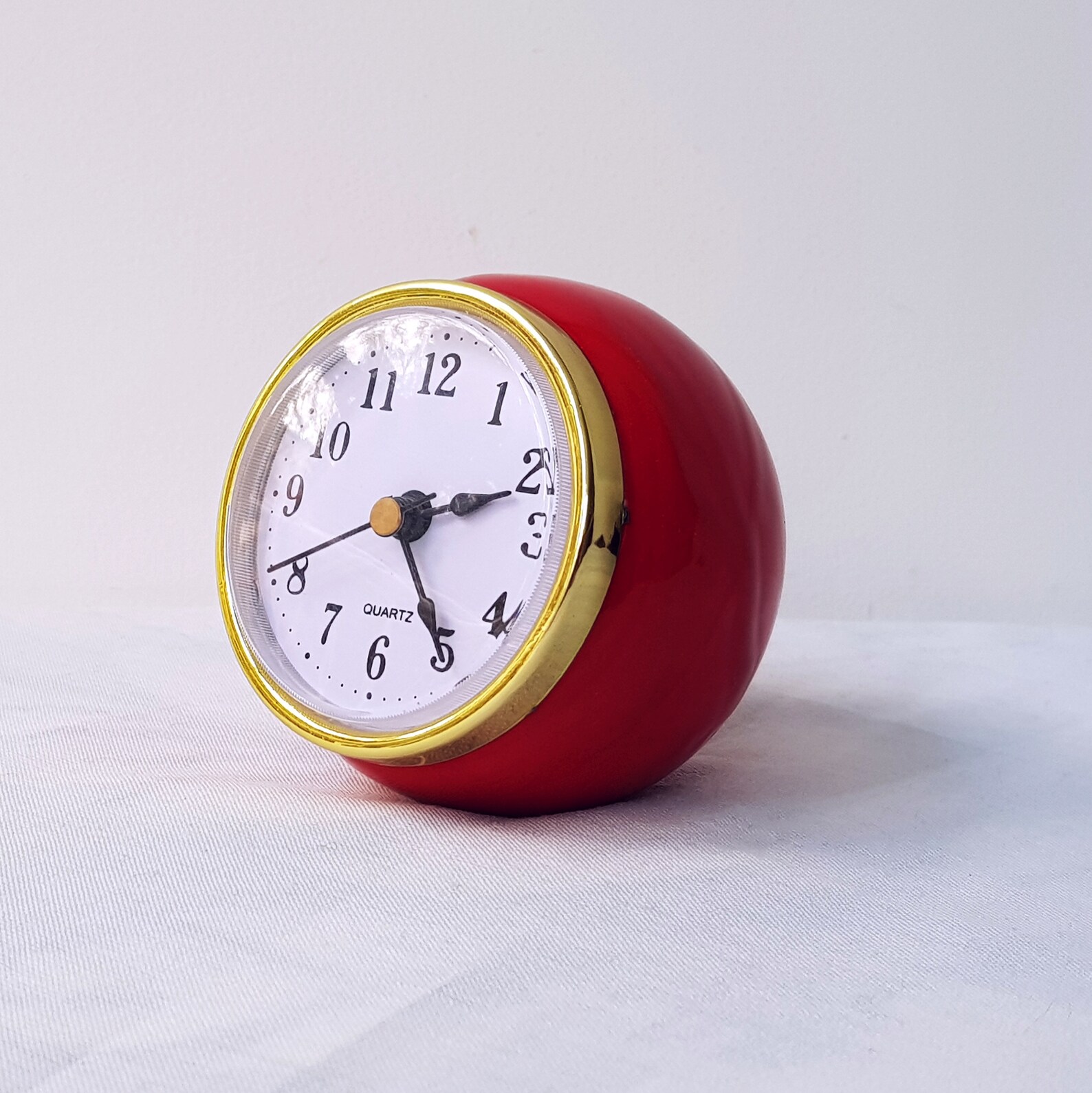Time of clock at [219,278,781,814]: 2:24
